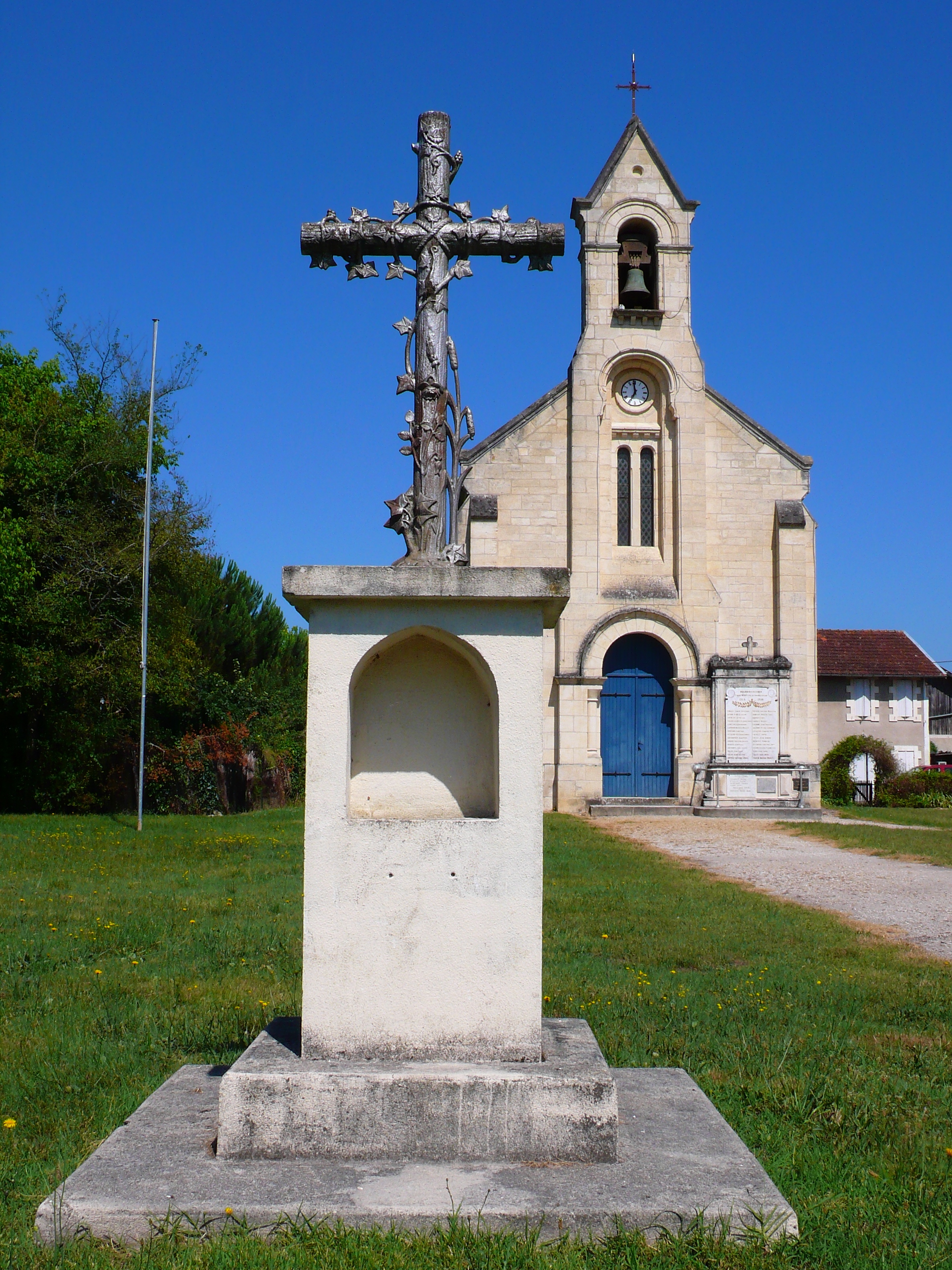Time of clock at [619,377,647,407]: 6:58
